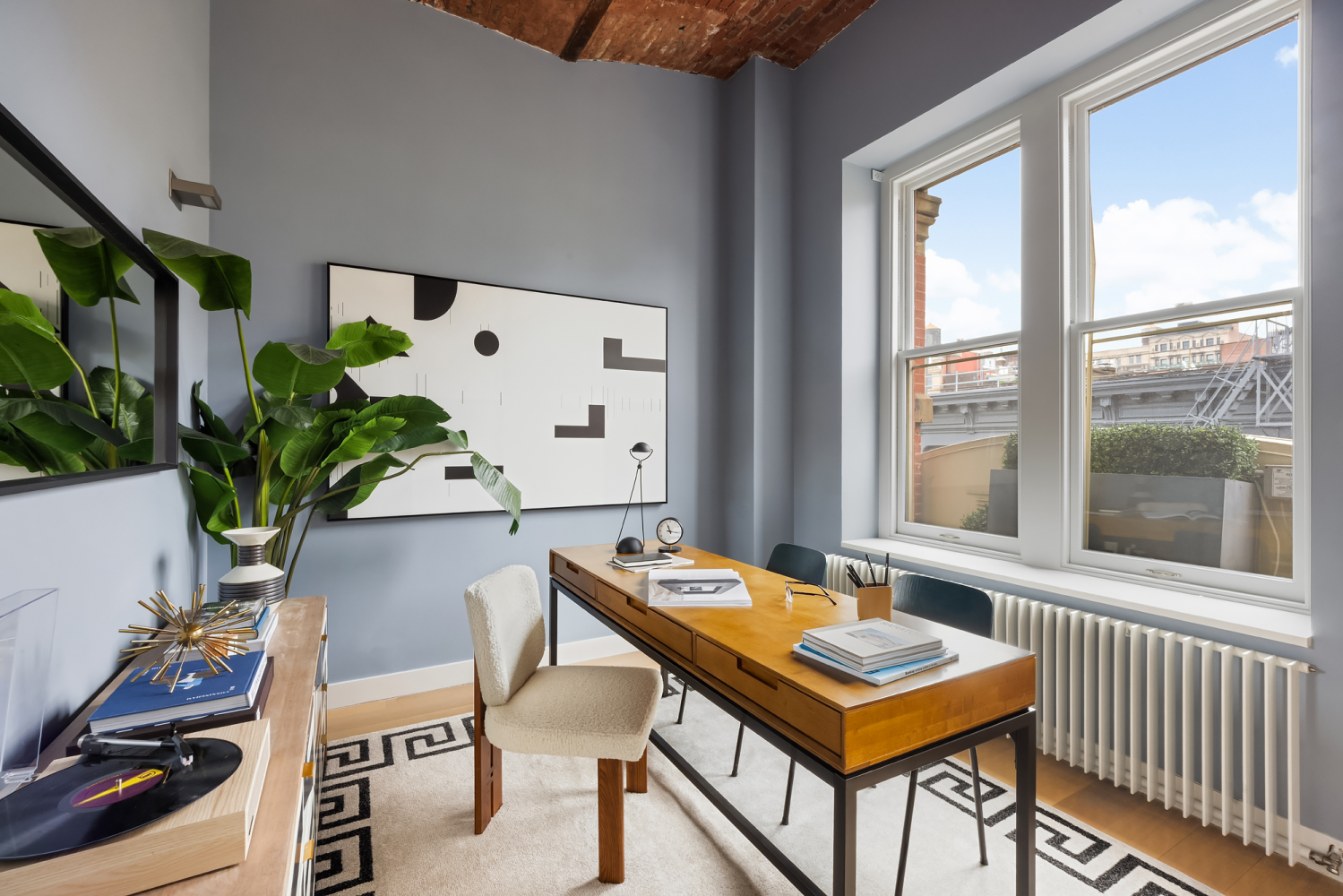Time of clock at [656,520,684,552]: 11:16
